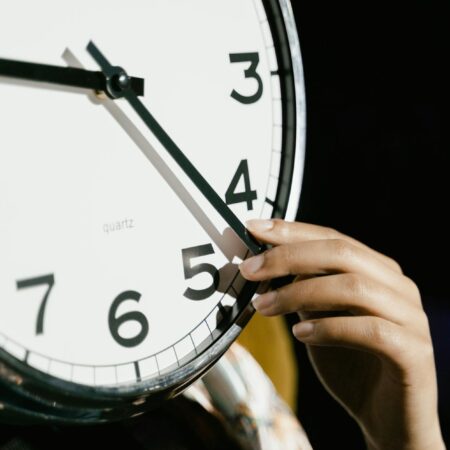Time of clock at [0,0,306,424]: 9:22
